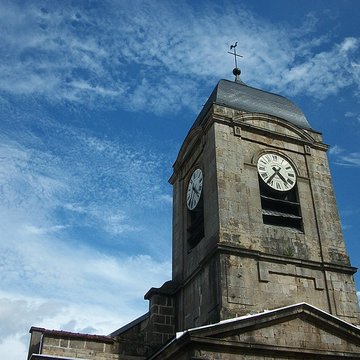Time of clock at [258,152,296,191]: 4:36
